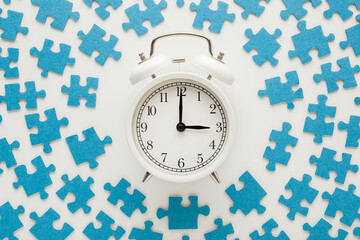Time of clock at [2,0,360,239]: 3:00
